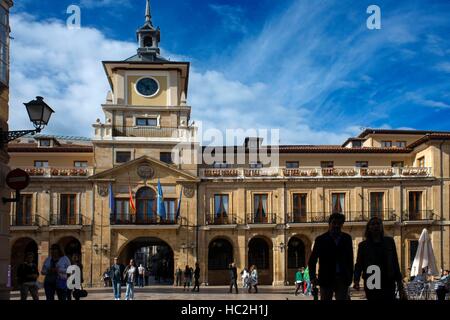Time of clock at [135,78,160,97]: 6:52
